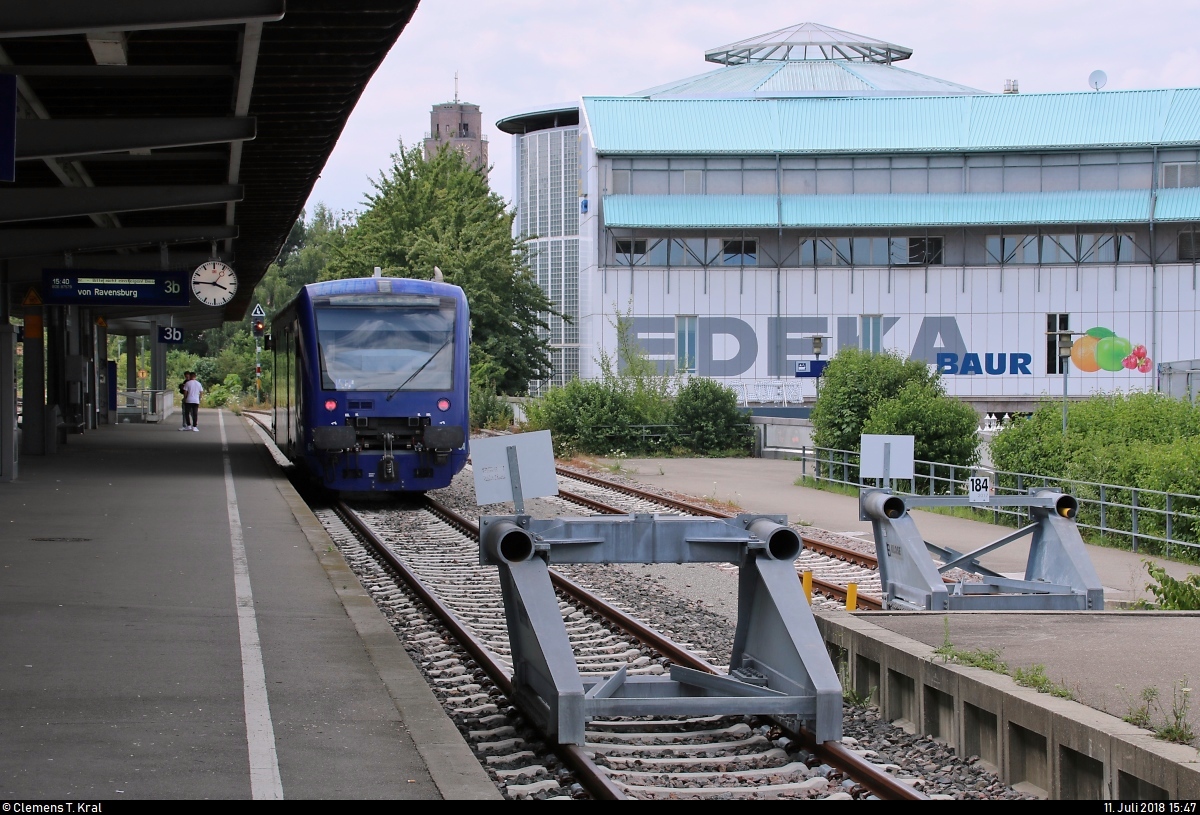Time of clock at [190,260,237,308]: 3:45
